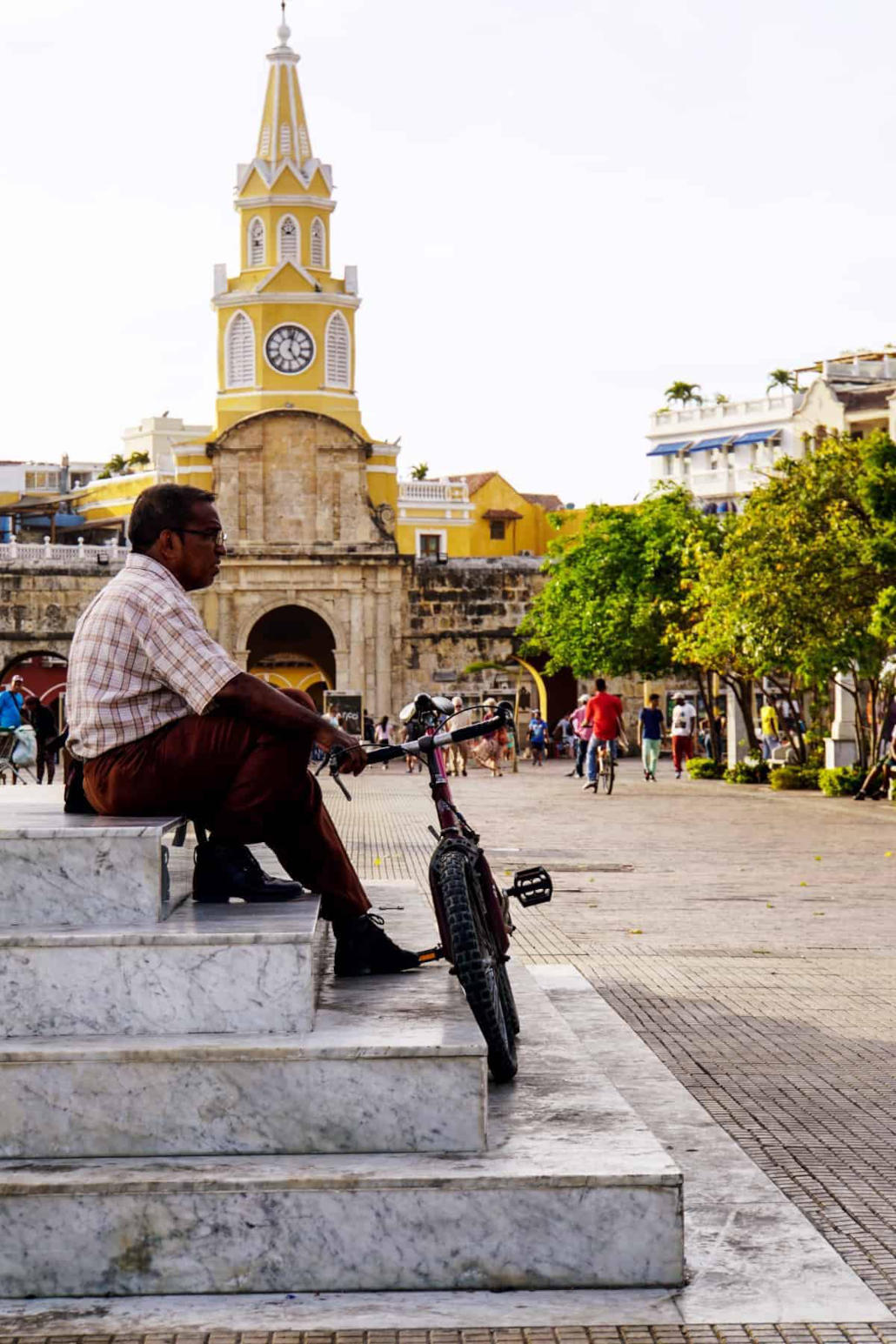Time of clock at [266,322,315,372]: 5:02
